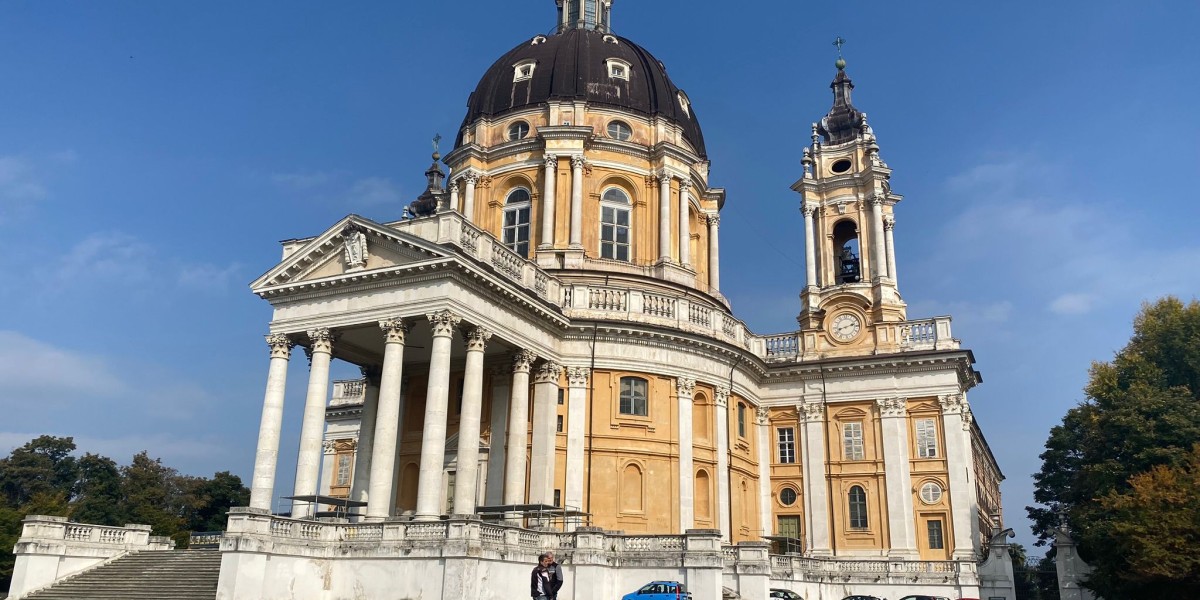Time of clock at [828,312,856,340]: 8:12
